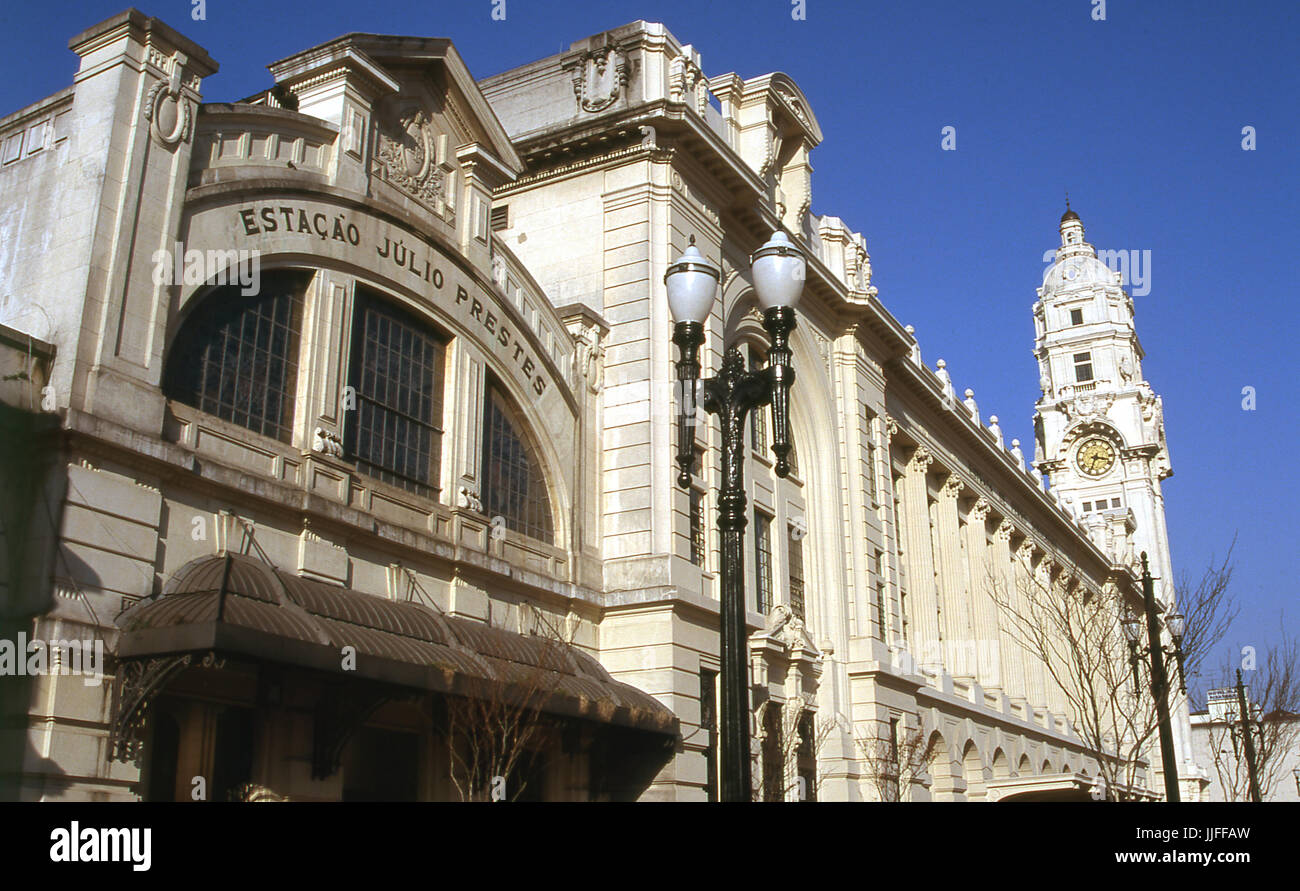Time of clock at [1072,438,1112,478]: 3:34
